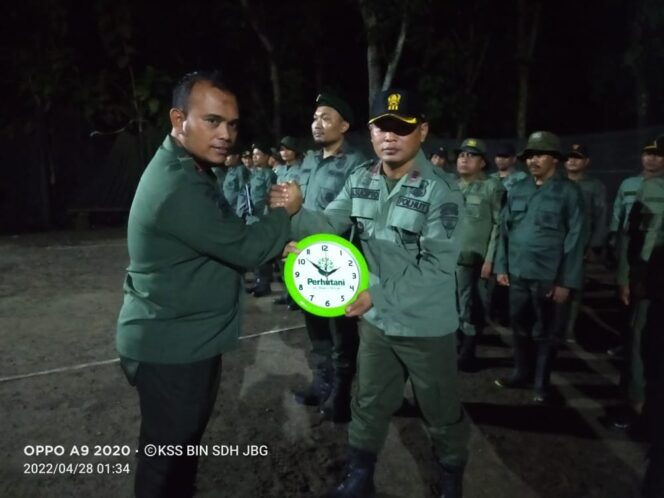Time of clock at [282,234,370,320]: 1:52
